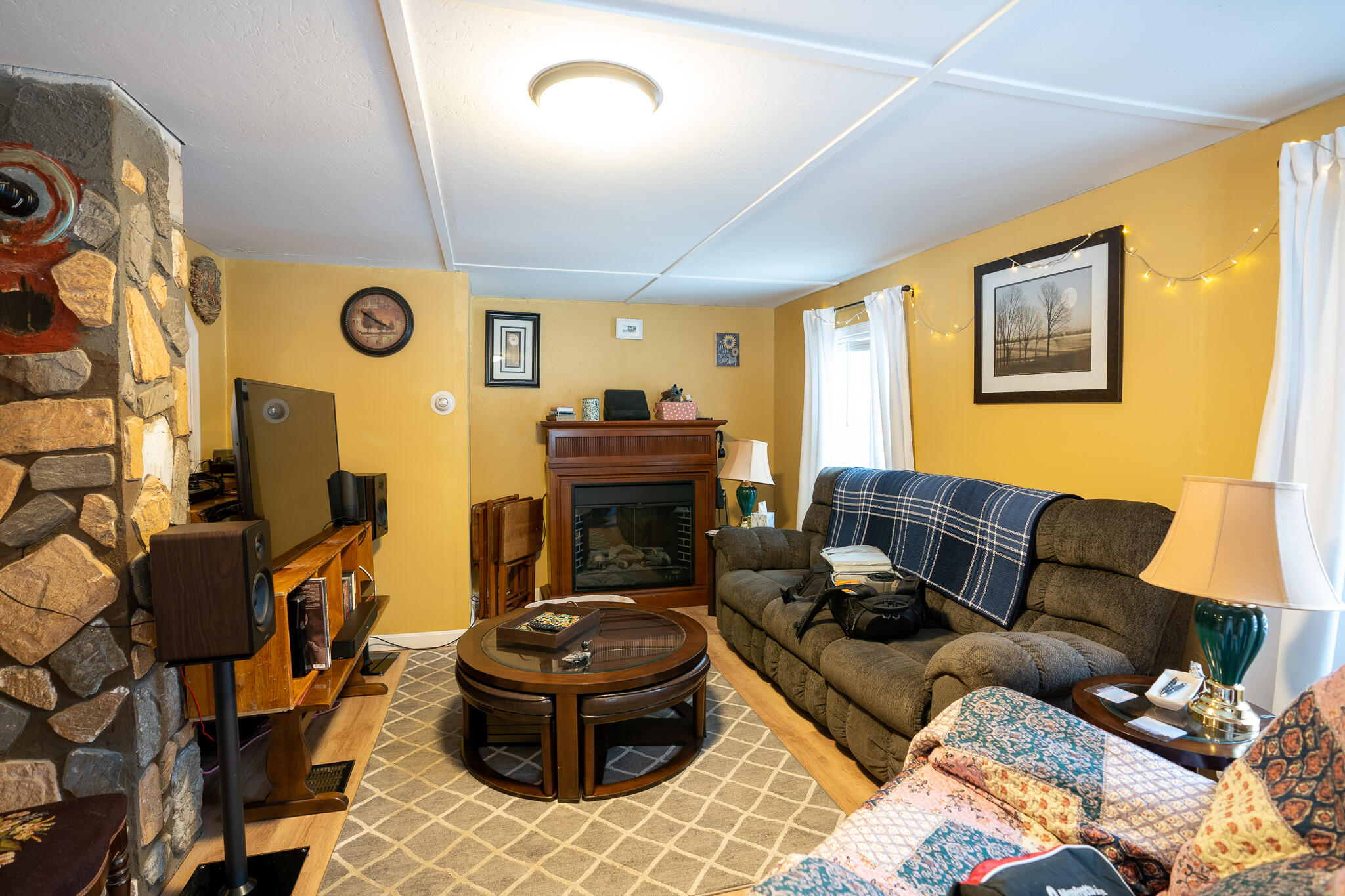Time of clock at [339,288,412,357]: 3:50
